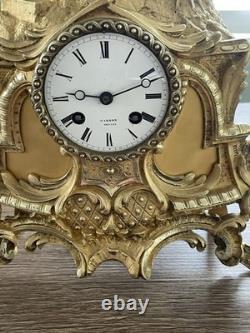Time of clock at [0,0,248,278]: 9:11
